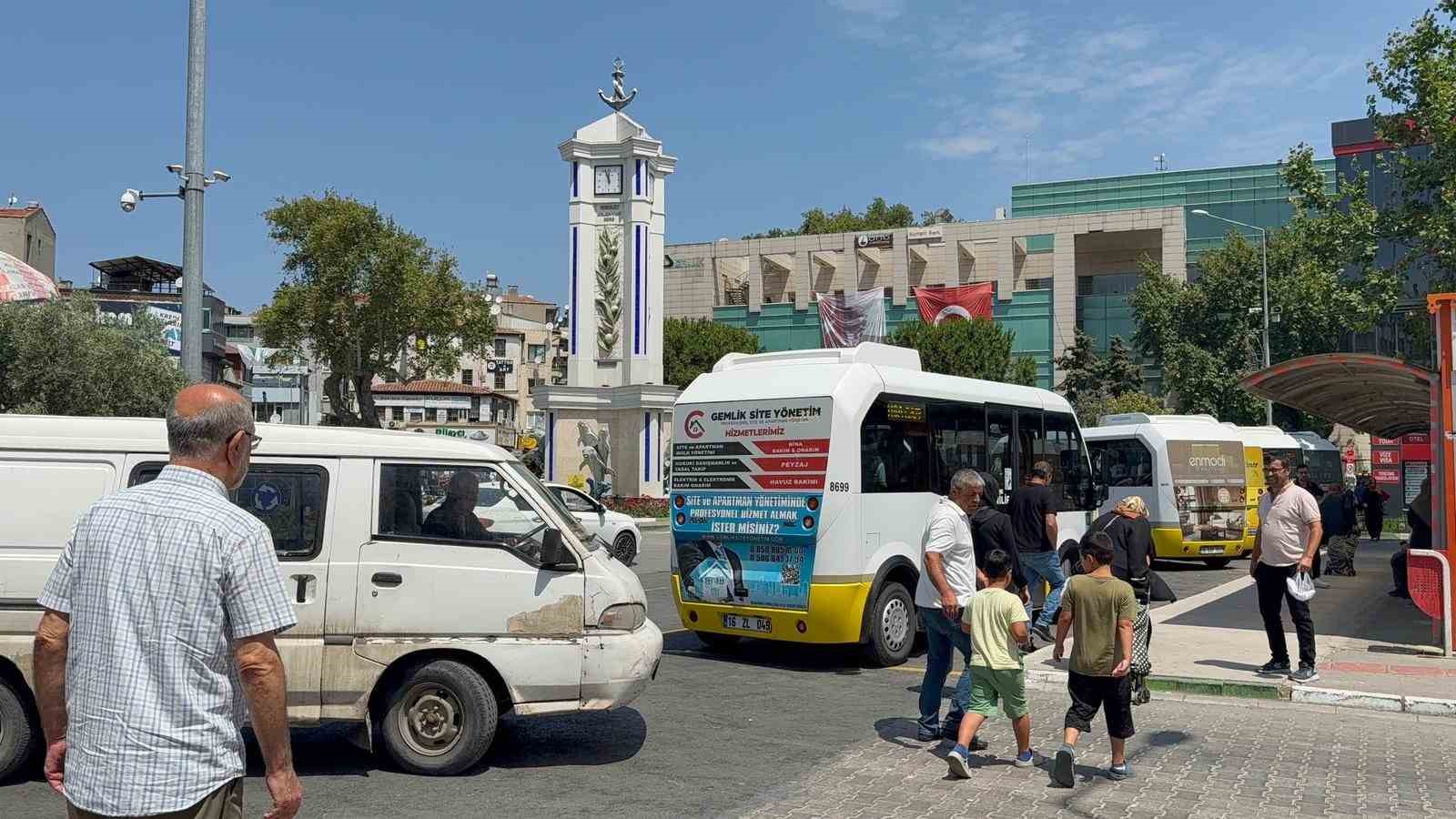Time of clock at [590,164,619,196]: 11:56
